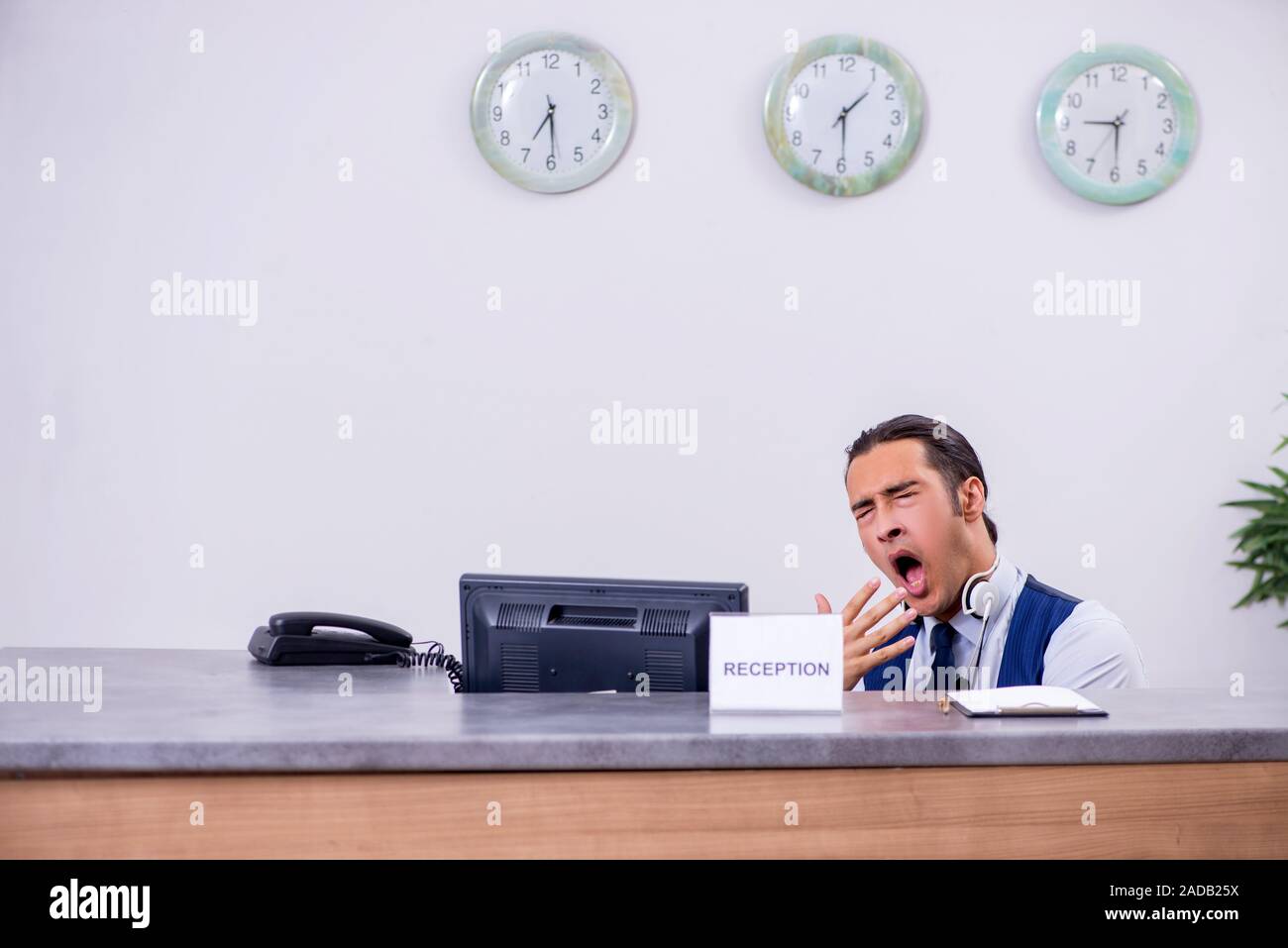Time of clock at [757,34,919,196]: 1:29
